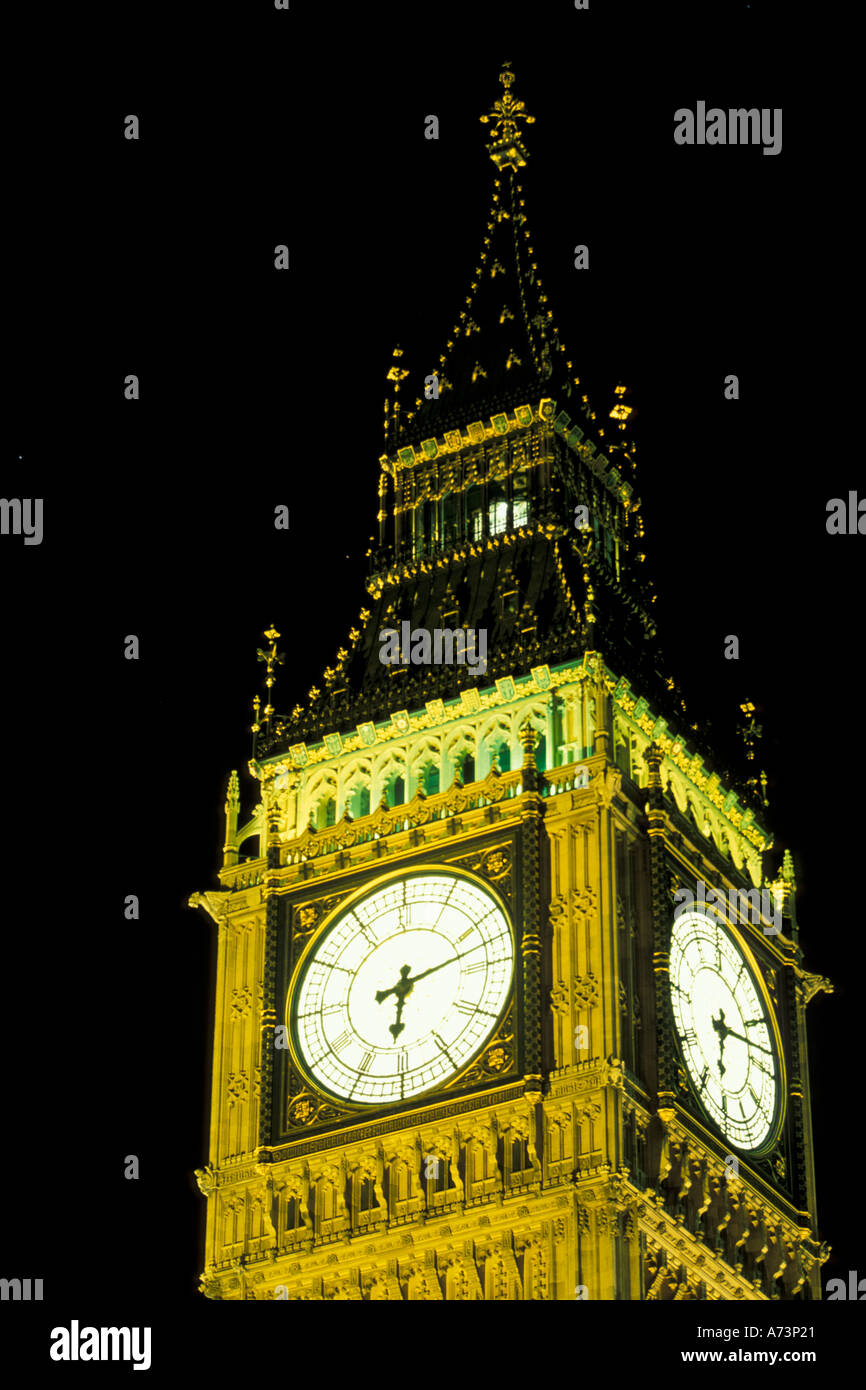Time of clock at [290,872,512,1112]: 6:12
